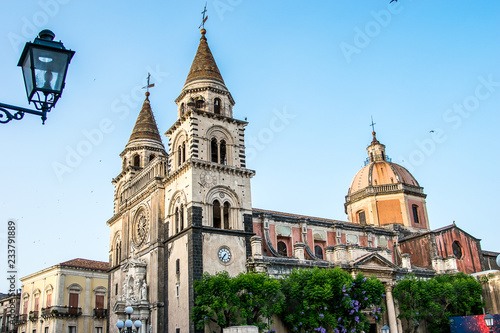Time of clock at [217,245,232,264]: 7:36
